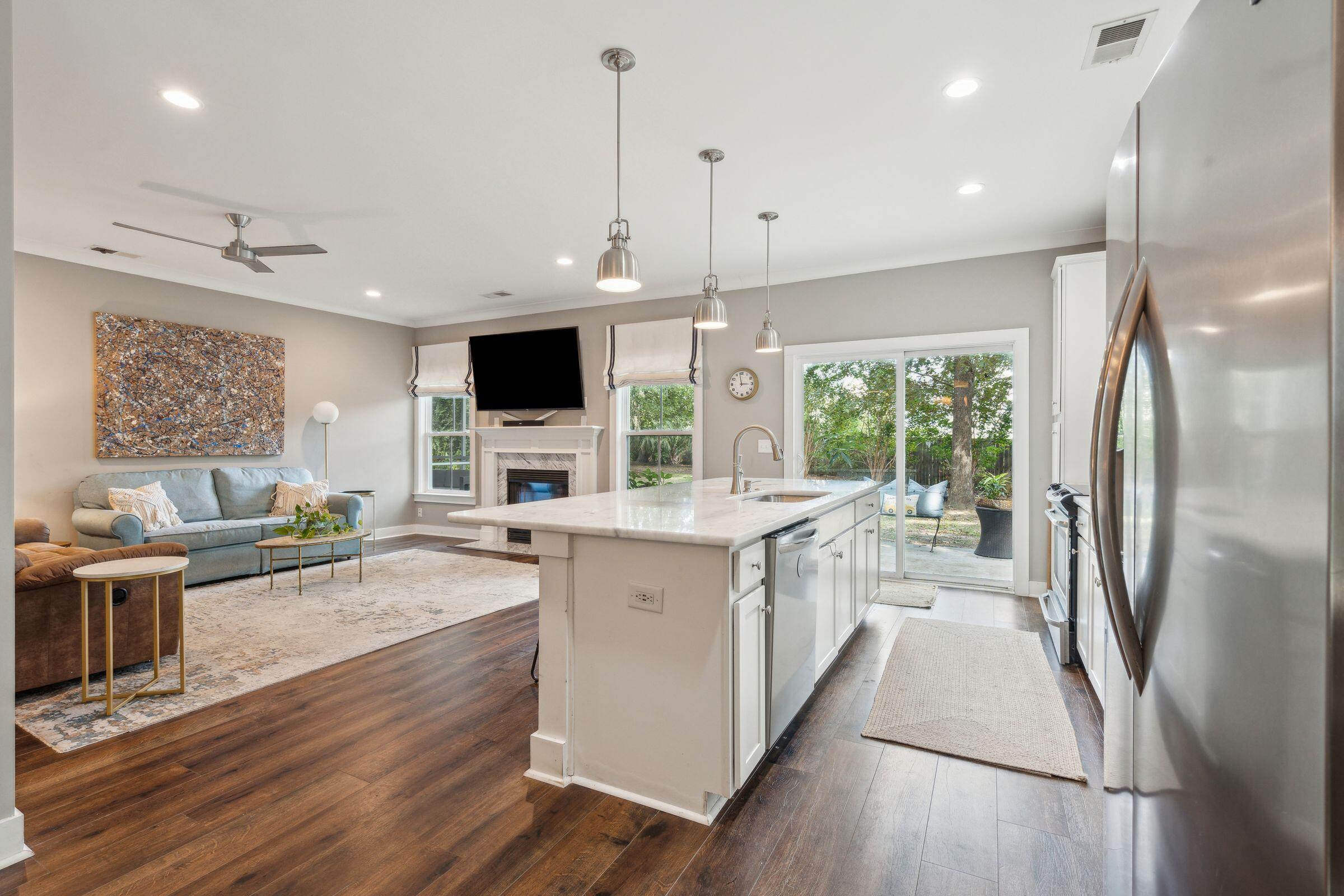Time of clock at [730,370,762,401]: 2:58
